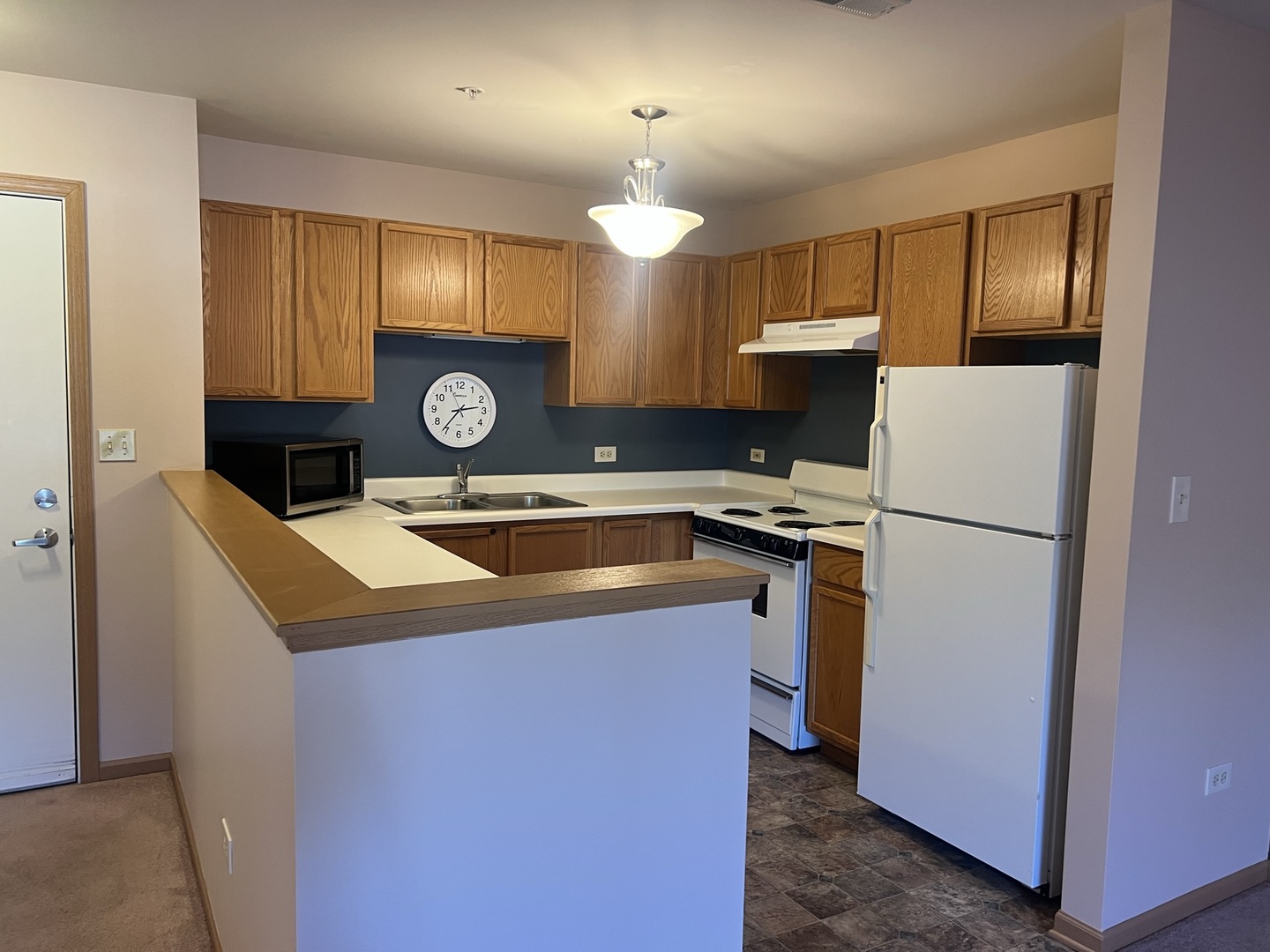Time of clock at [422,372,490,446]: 2:36
